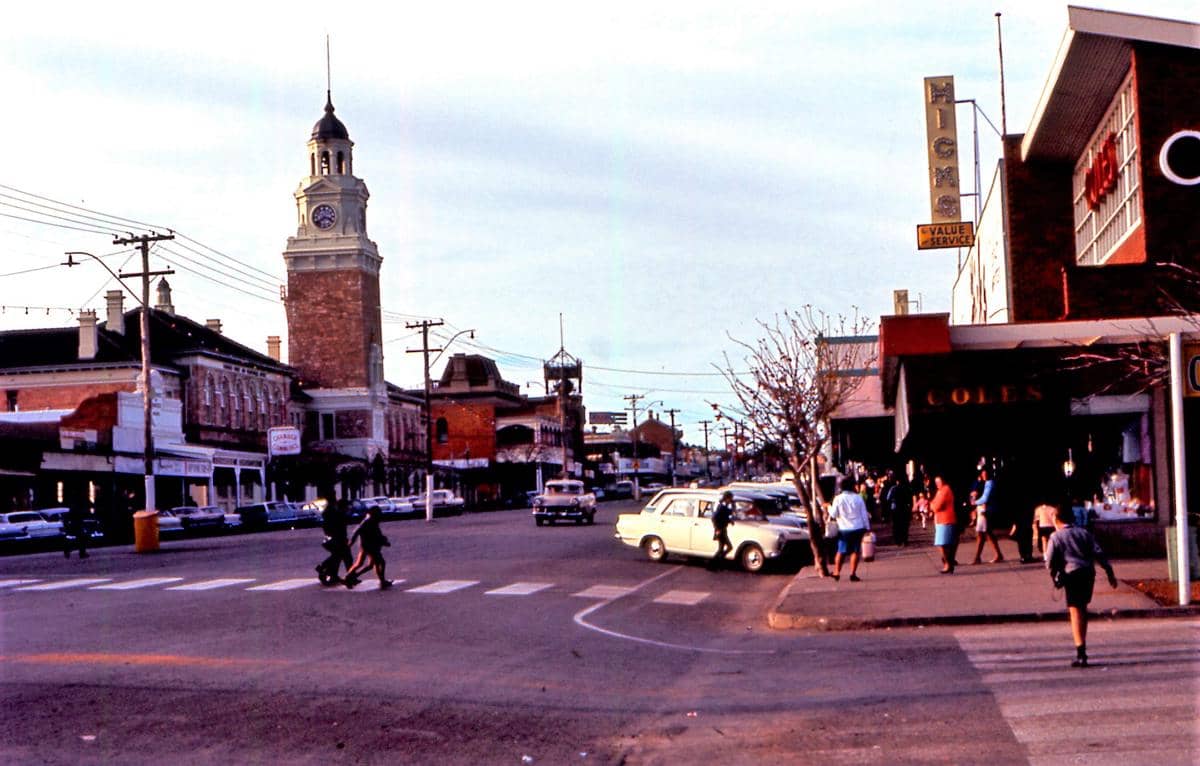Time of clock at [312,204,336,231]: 3:38
